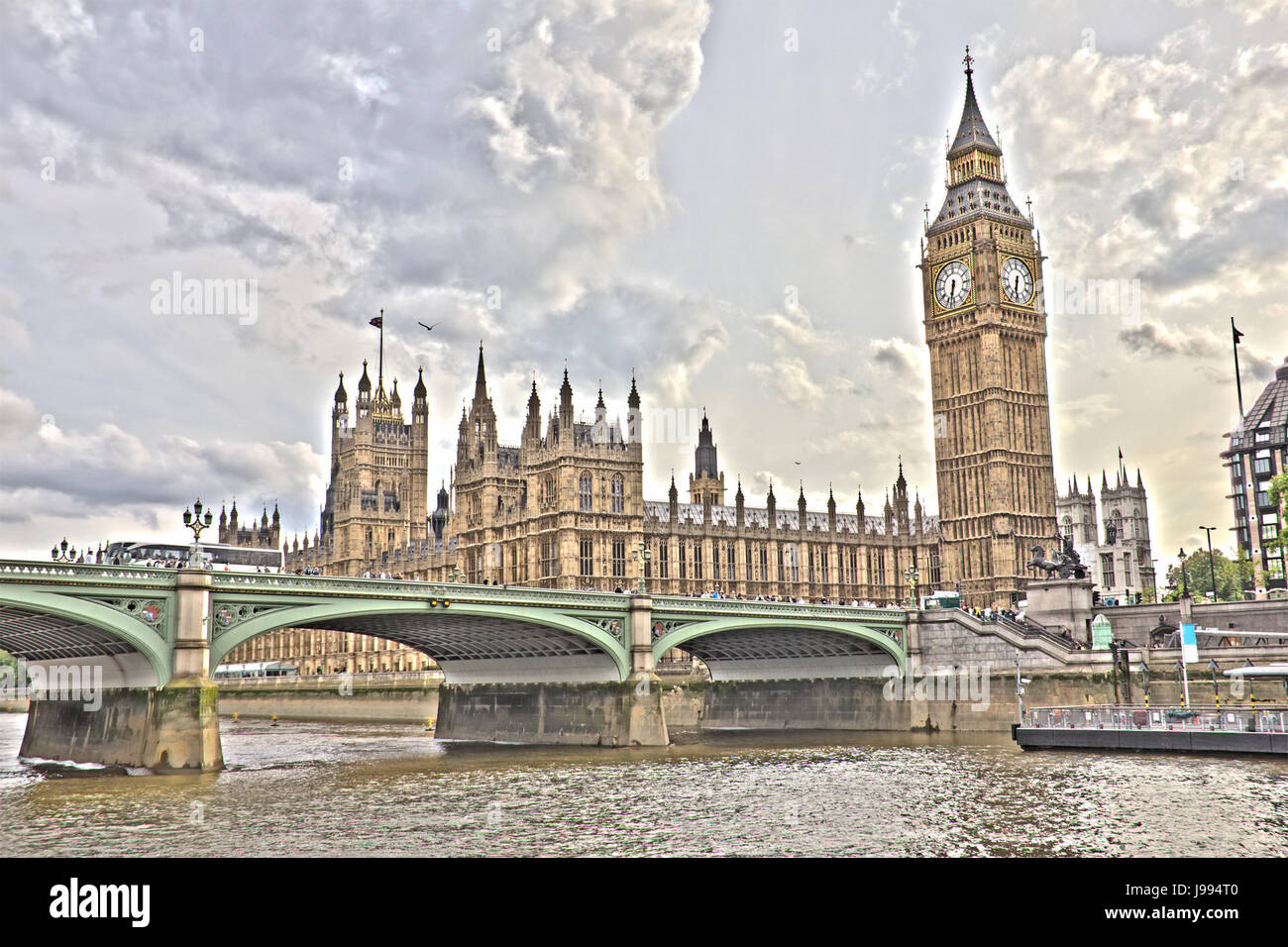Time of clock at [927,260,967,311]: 6:32
